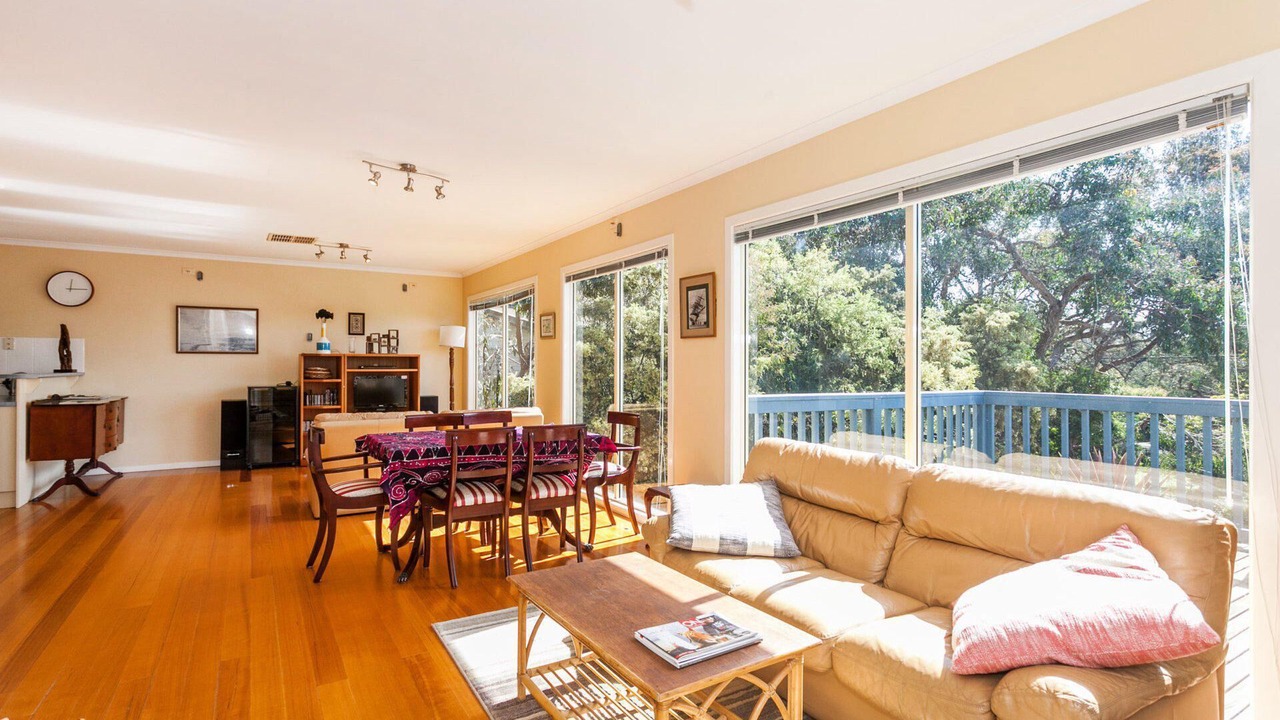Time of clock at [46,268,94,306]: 12:14
